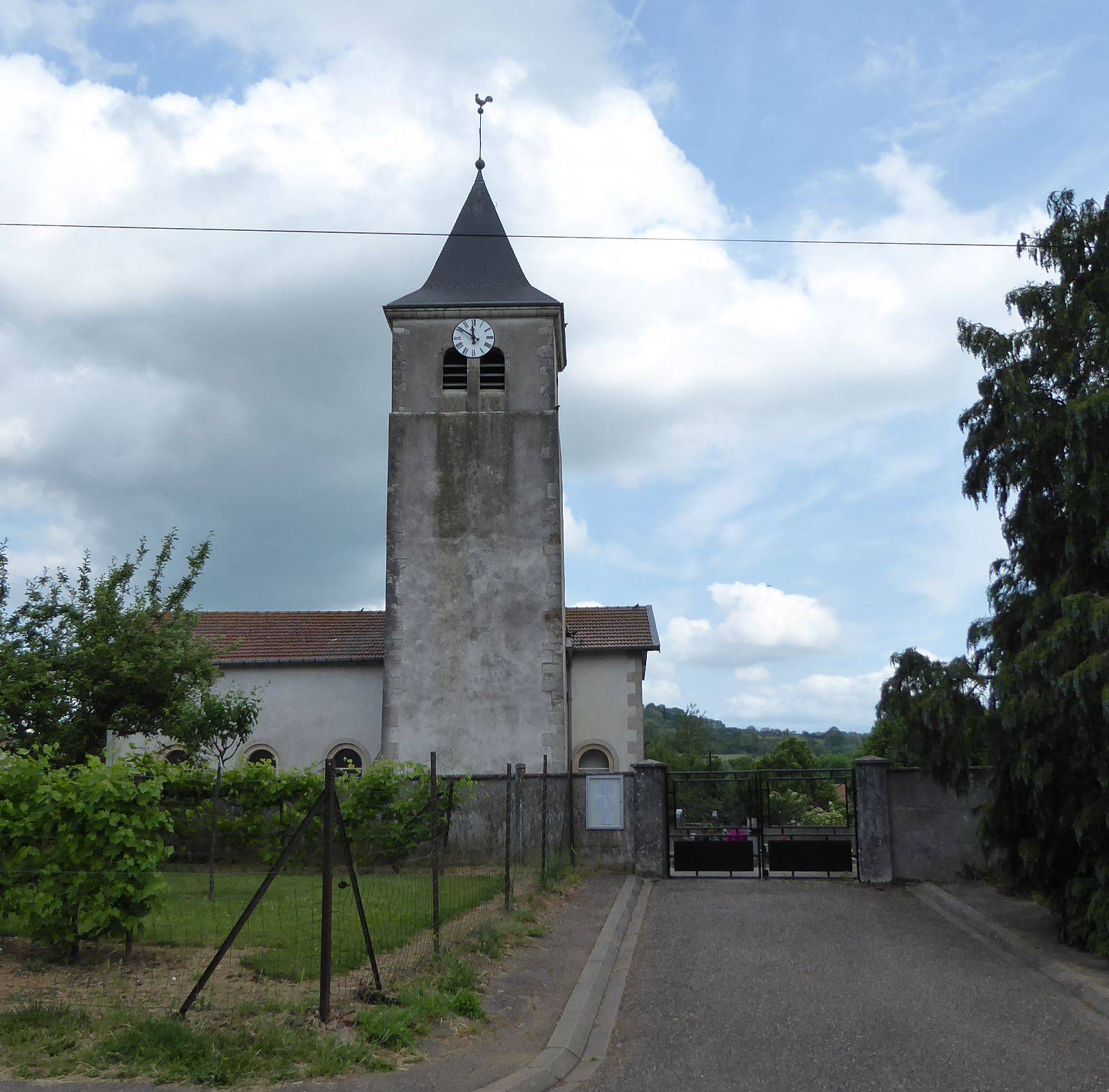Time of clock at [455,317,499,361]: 11:50
